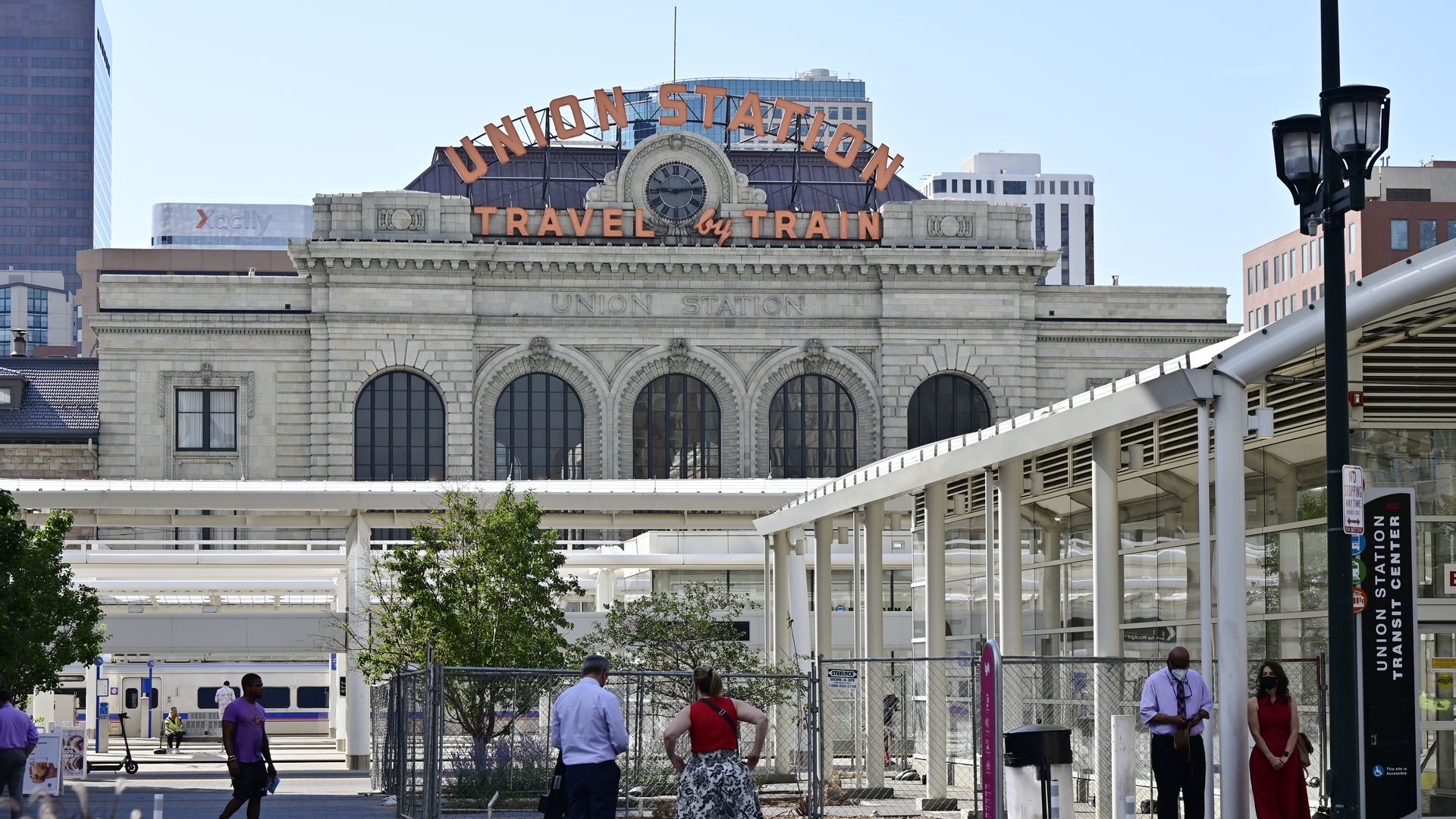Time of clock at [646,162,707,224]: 9:13
